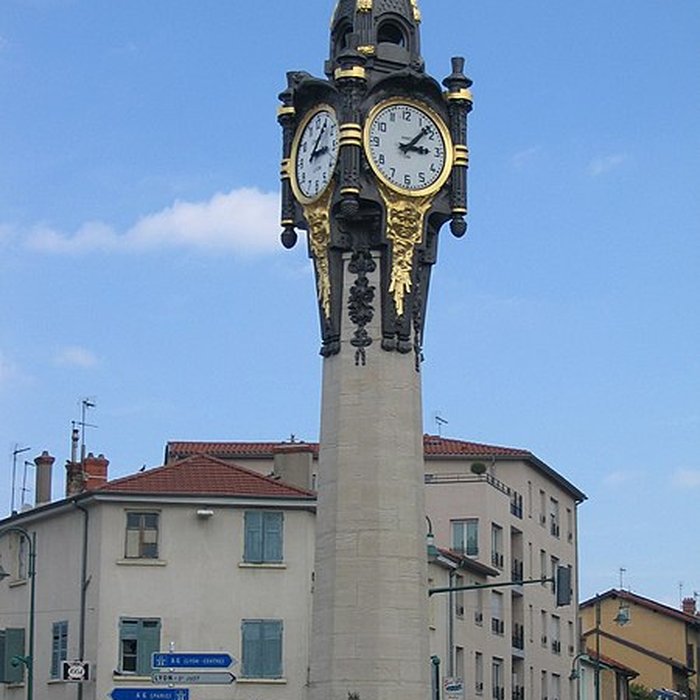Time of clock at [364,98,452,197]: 3:07
